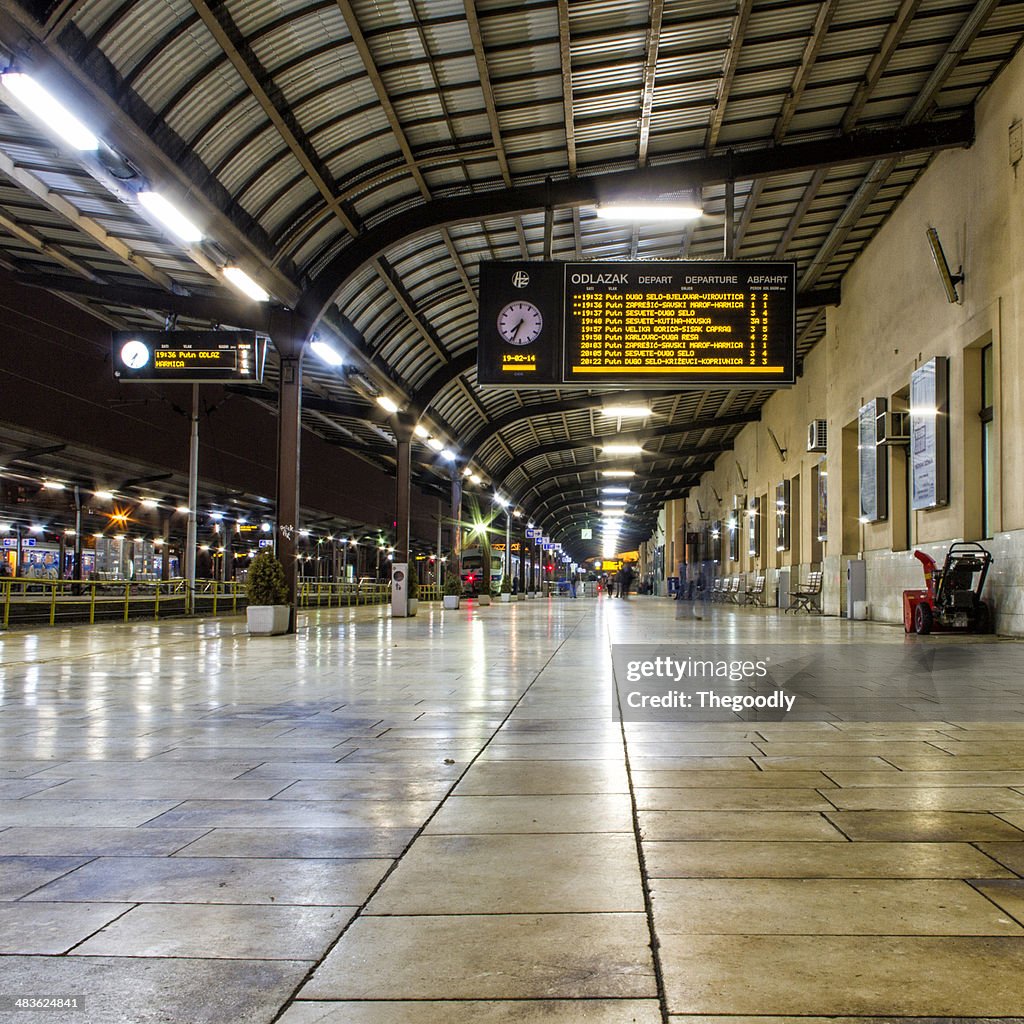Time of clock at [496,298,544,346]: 7:33
